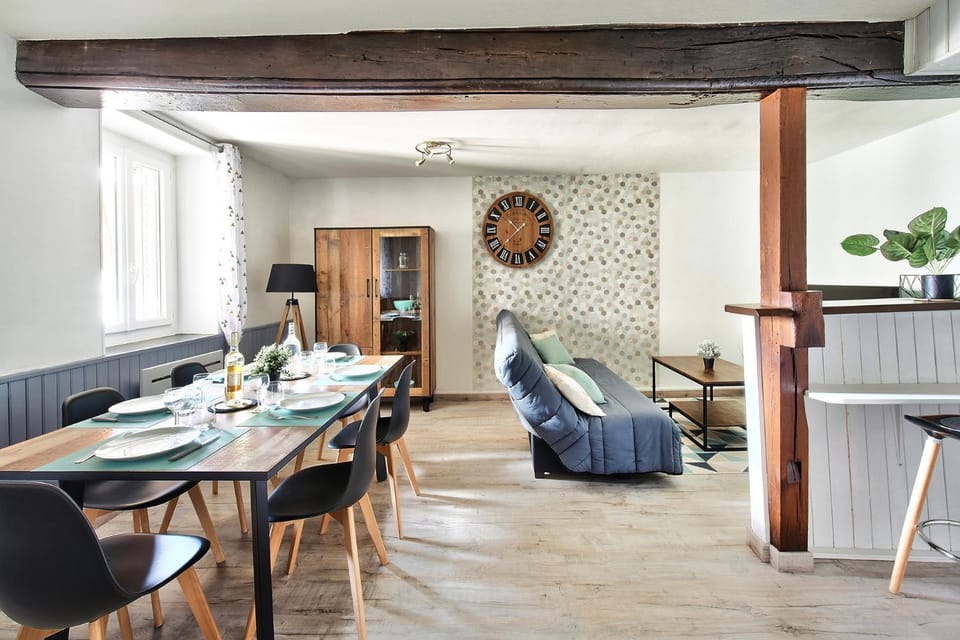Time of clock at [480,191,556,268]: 10:37
